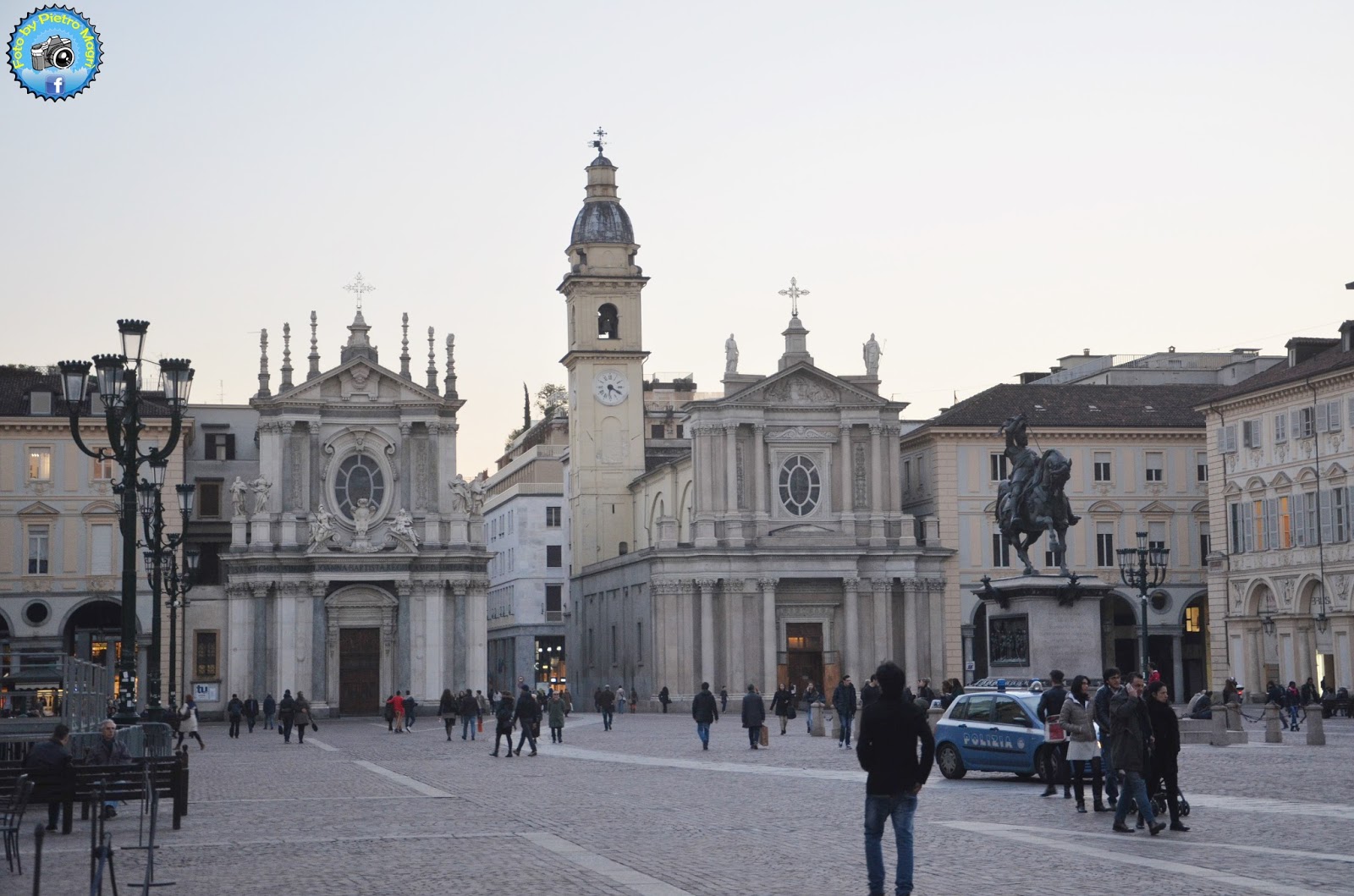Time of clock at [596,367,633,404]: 6:19
